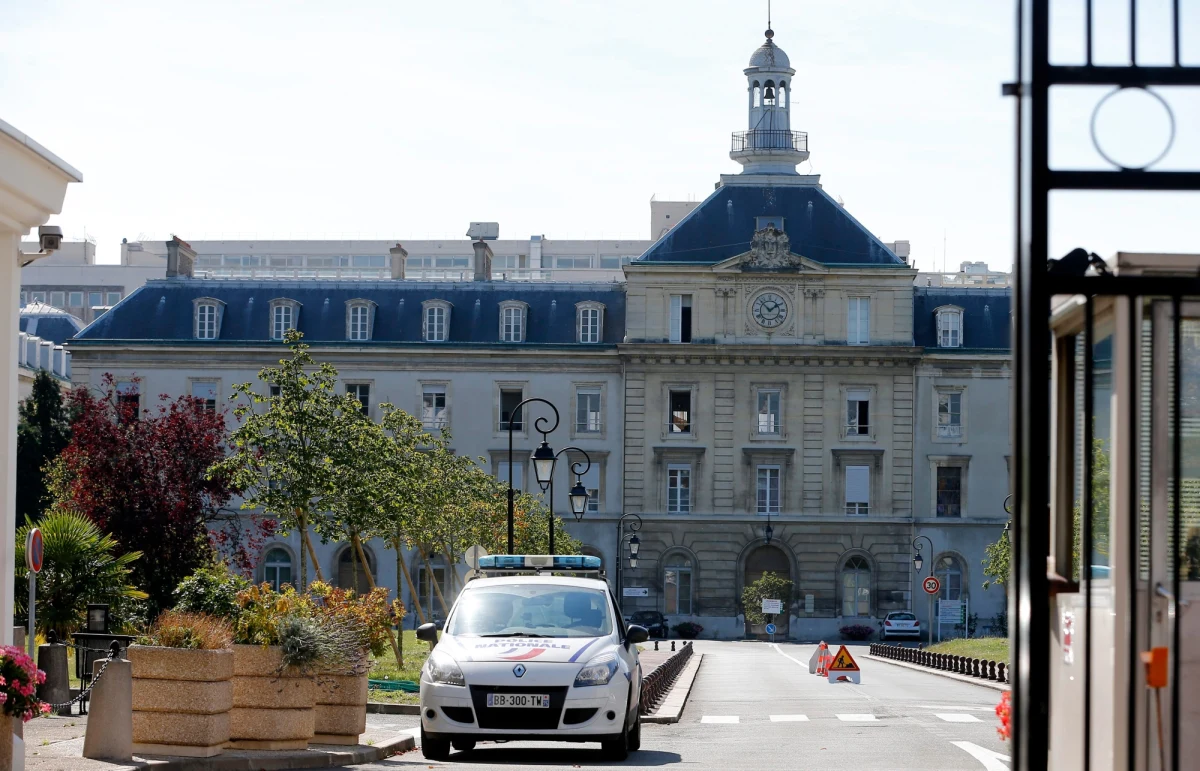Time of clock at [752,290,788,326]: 1:52
